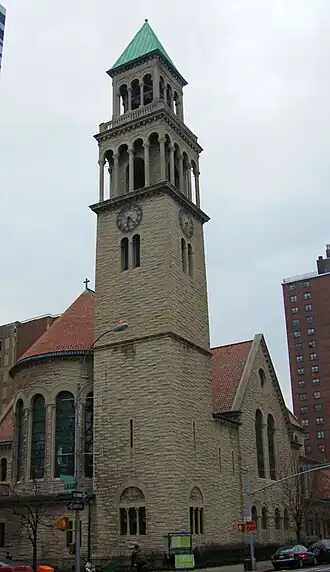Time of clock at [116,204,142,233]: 6:23
